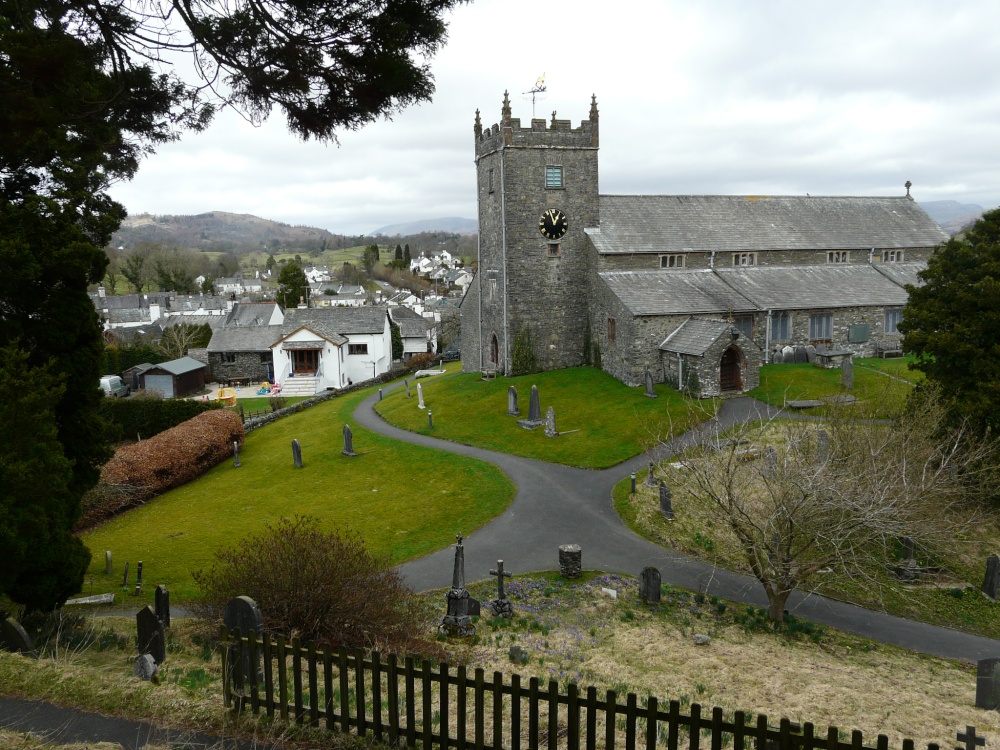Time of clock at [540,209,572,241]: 12:57
